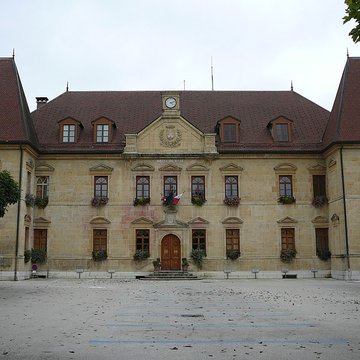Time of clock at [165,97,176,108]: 4:12
